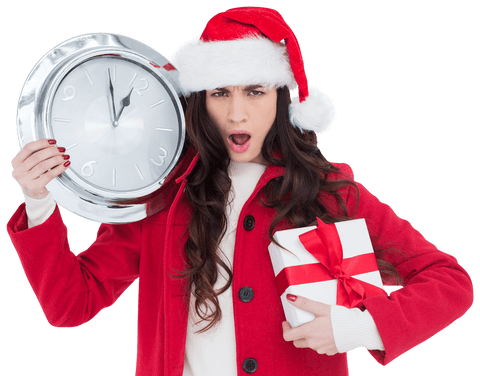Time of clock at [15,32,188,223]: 12:59
